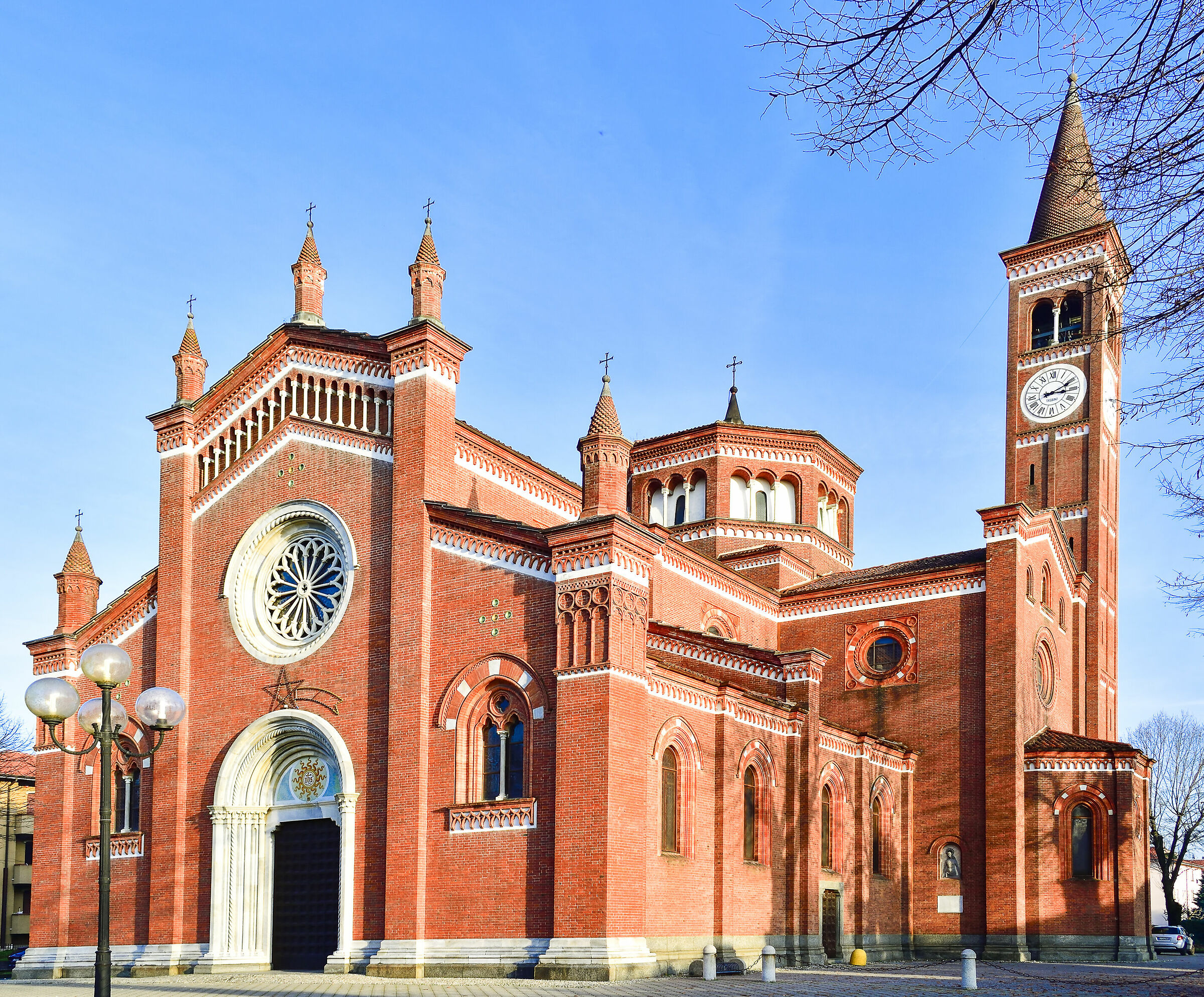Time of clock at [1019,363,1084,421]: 3:11
